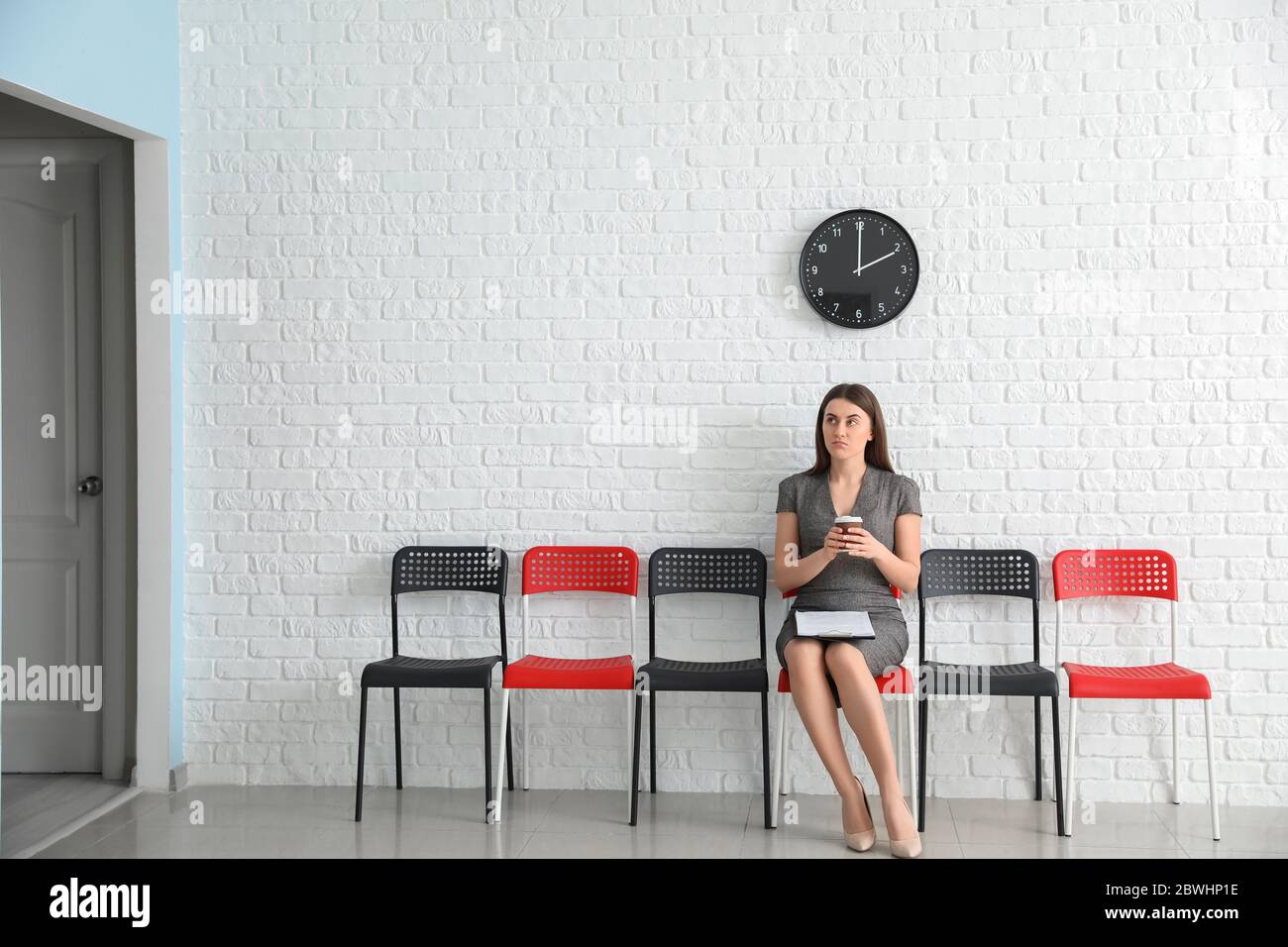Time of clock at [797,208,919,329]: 2:00
